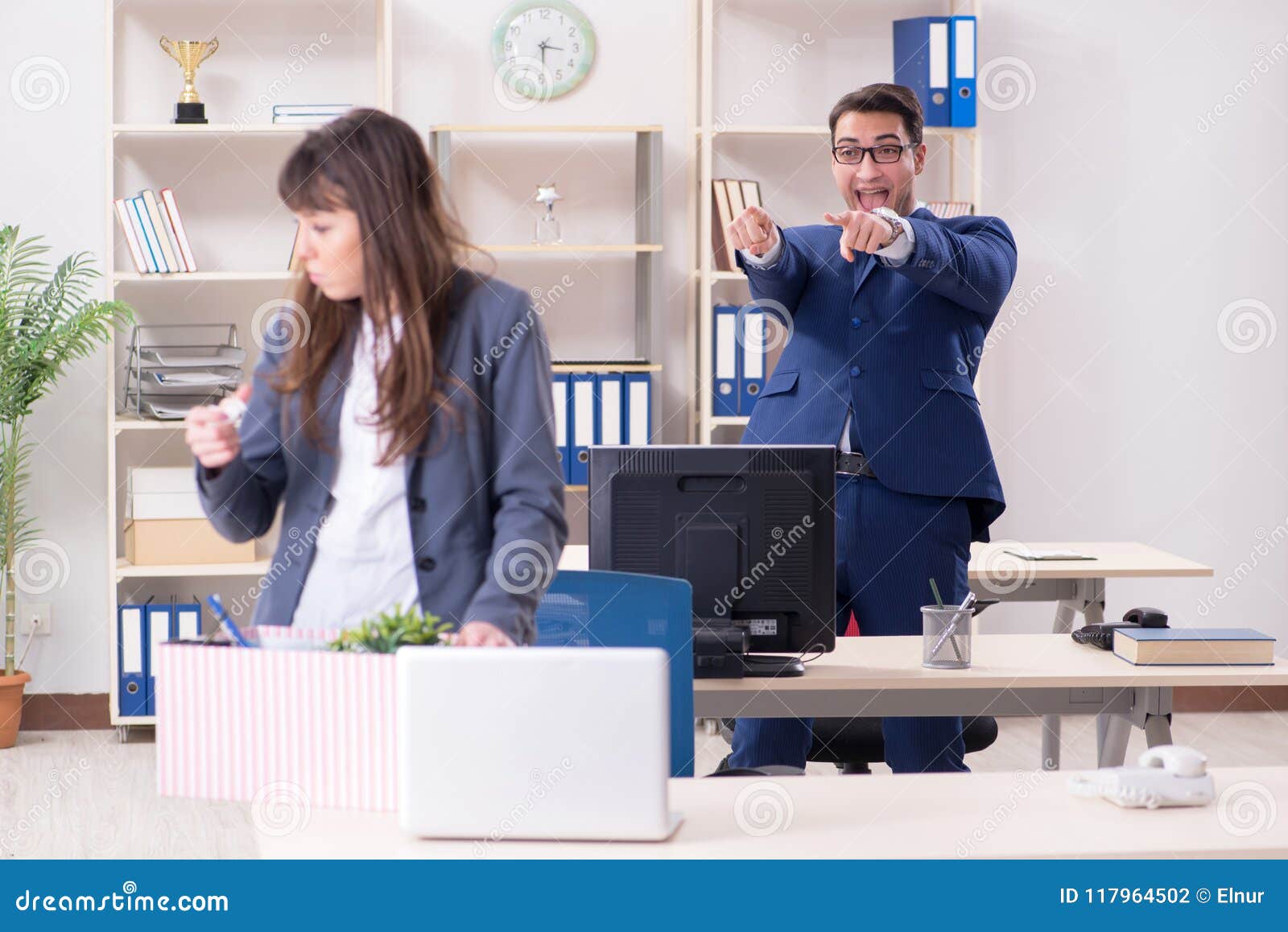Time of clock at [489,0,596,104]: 3:29
